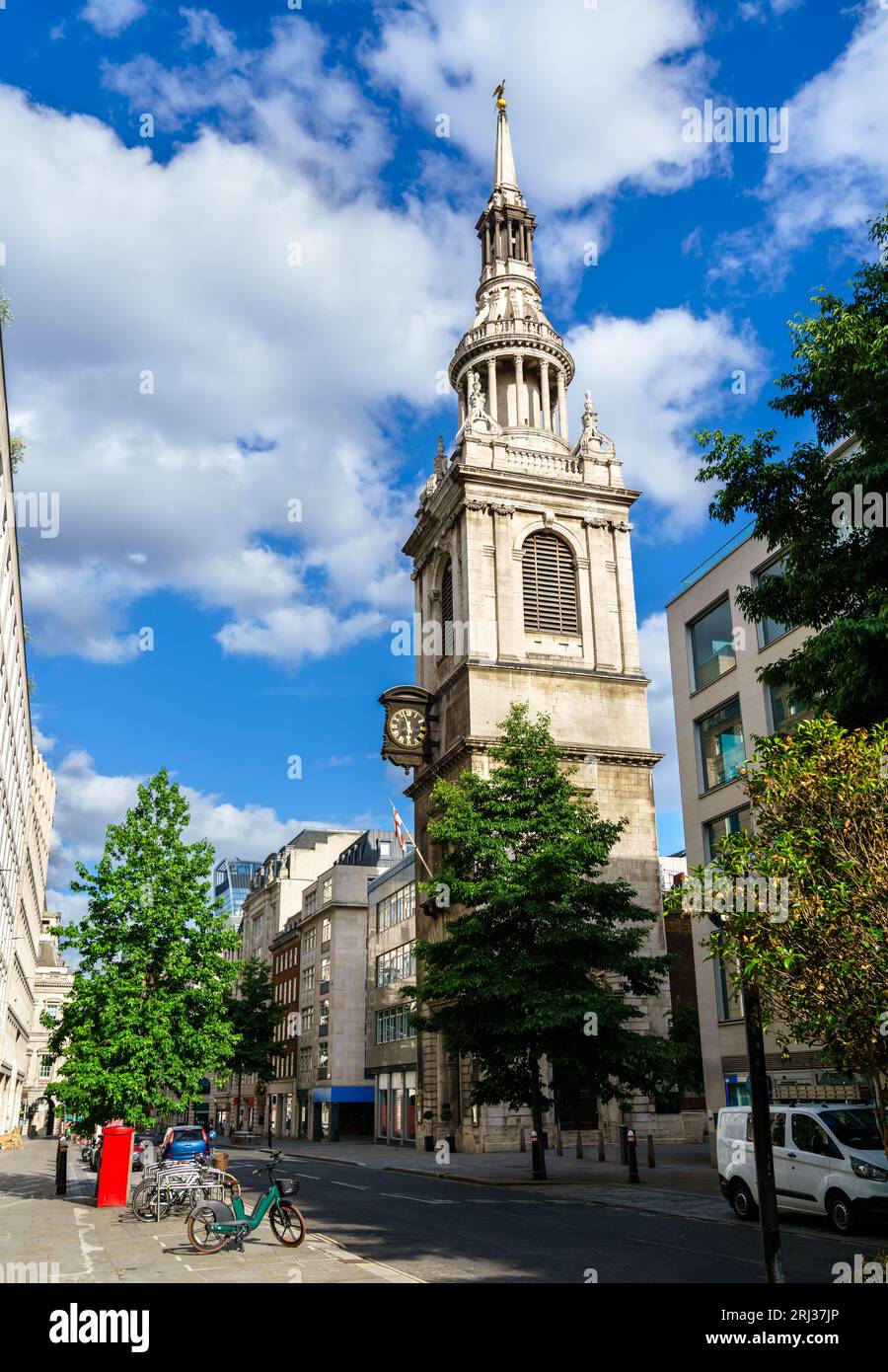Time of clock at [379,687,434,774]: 5:57
